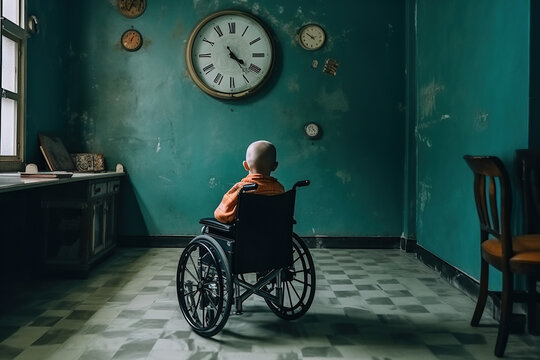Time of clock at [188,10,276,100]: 4:20
